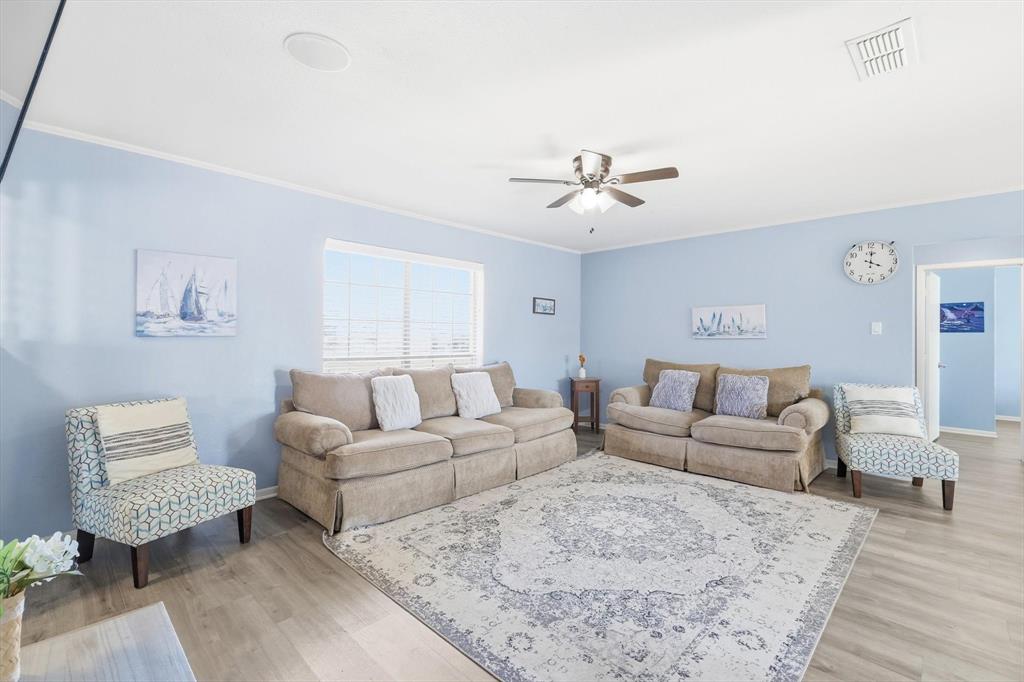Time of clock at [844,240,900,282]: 4:00
